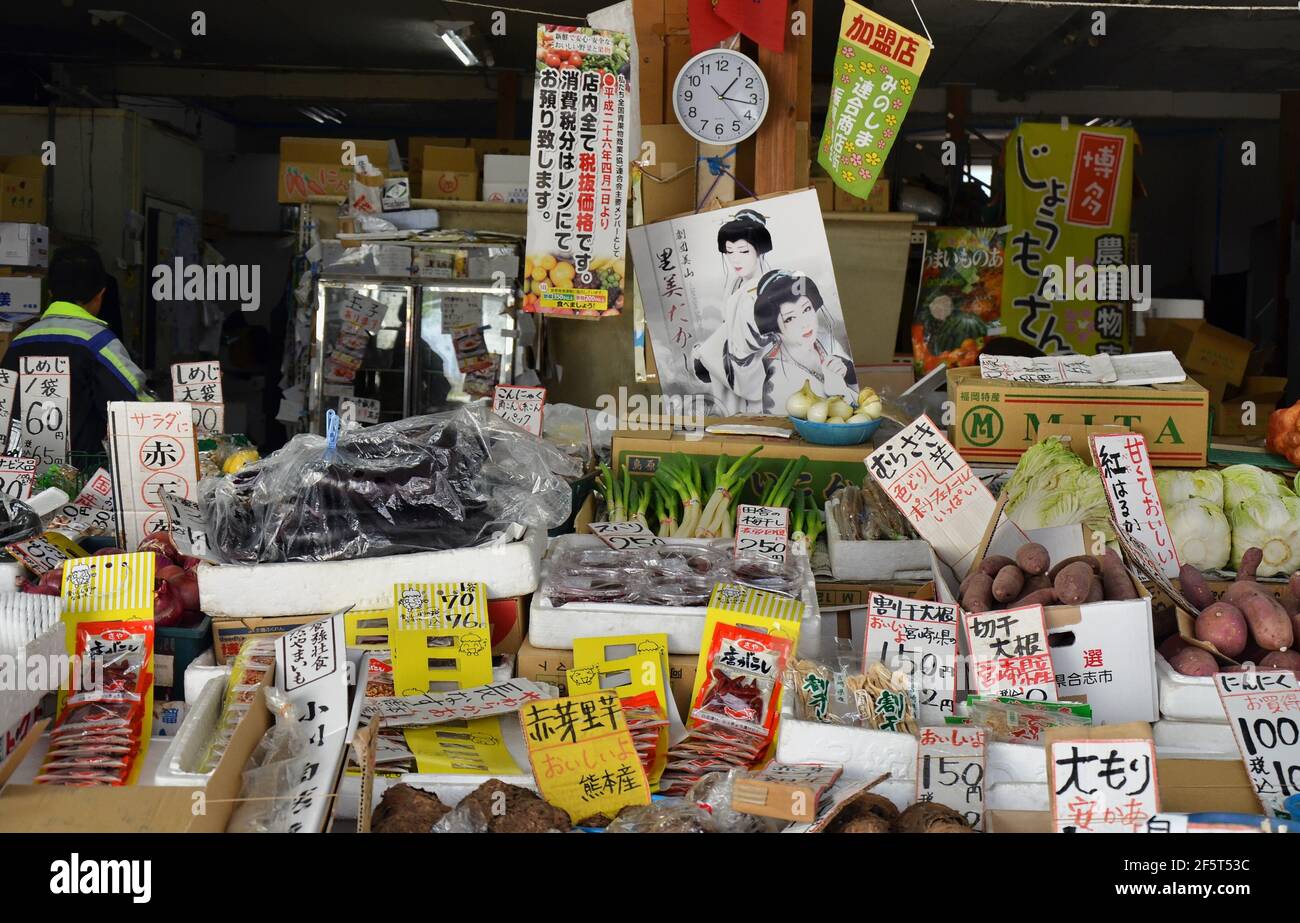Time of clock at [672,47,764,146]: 1:16
